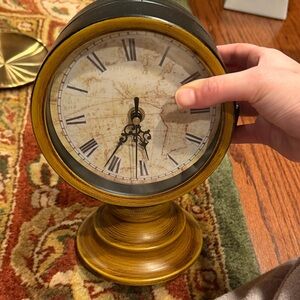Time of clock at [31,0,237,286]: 5:35
